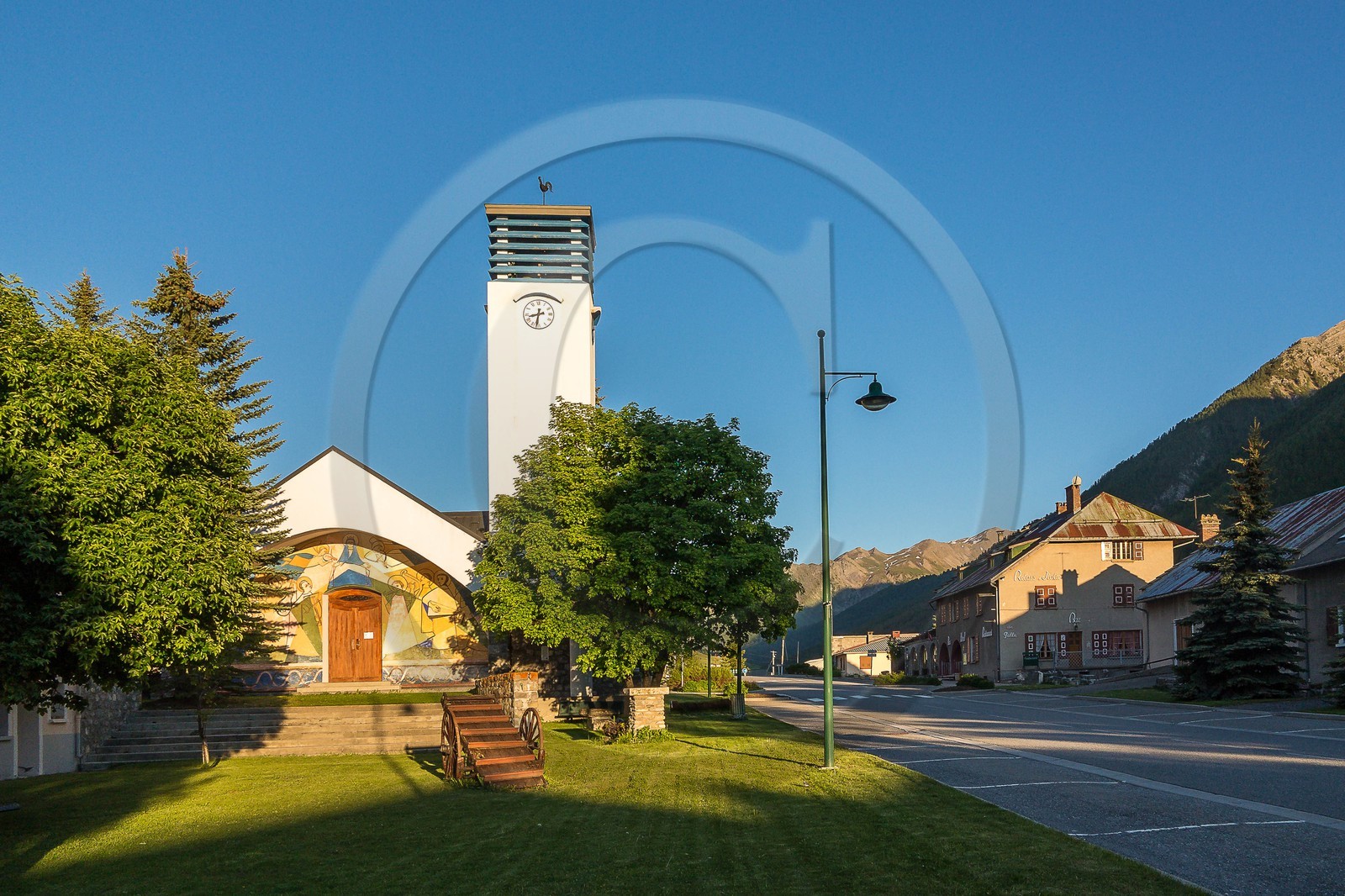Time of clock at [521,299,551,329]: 8:31
